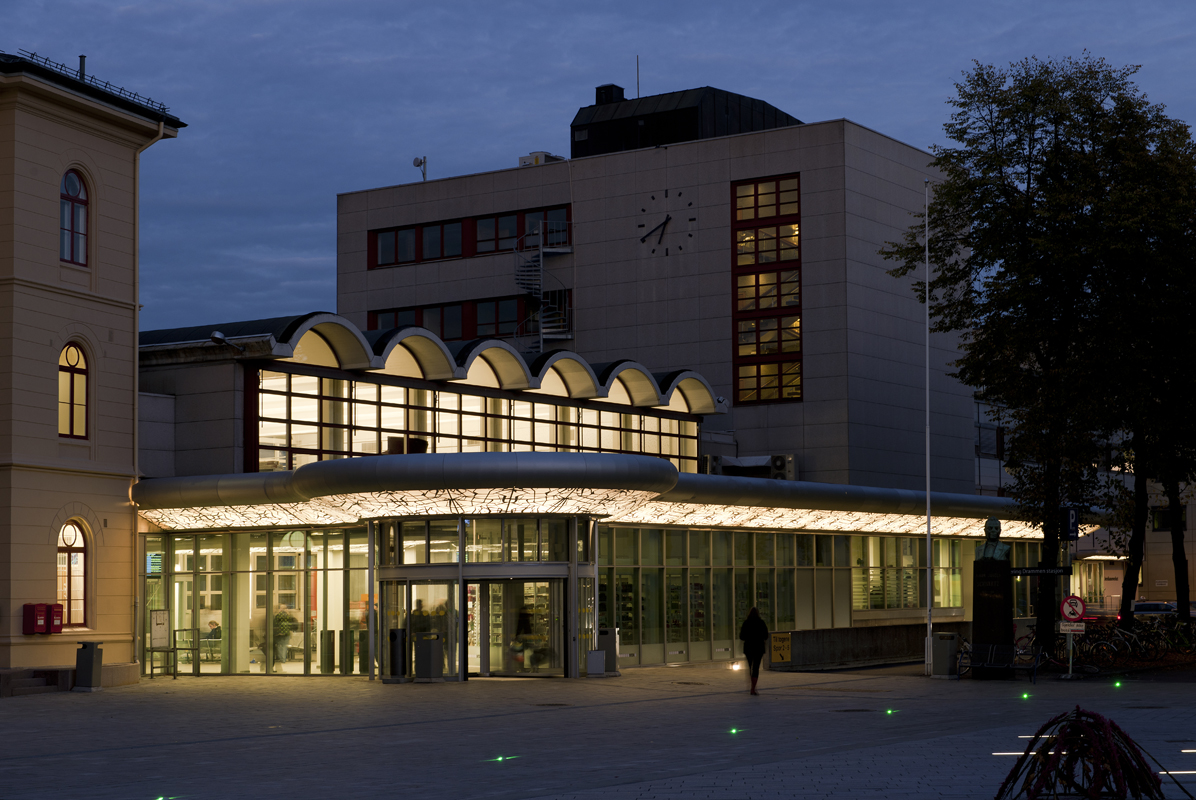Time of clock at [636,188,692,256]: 6:40
